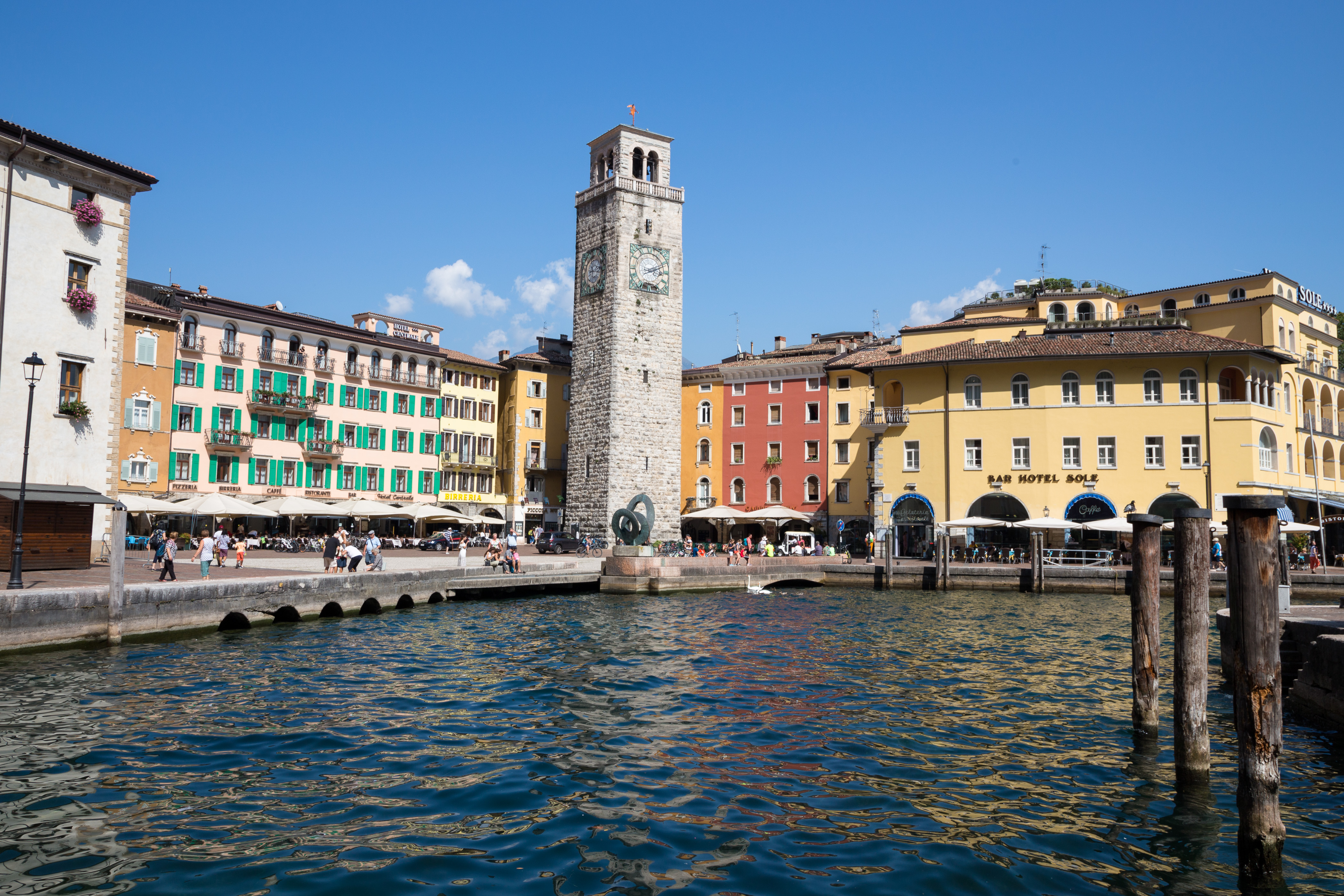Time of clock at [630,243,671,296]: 3:11
